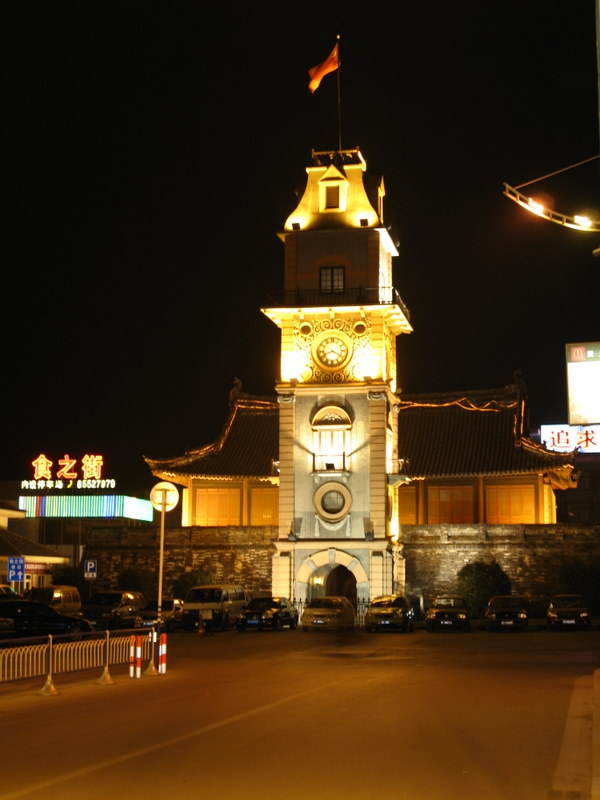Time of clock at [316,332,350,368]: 8:19
